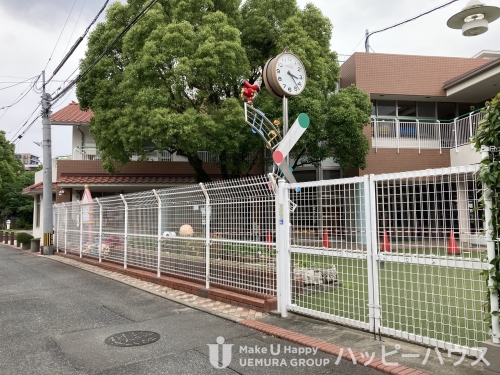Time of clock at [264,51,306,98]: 3:22
